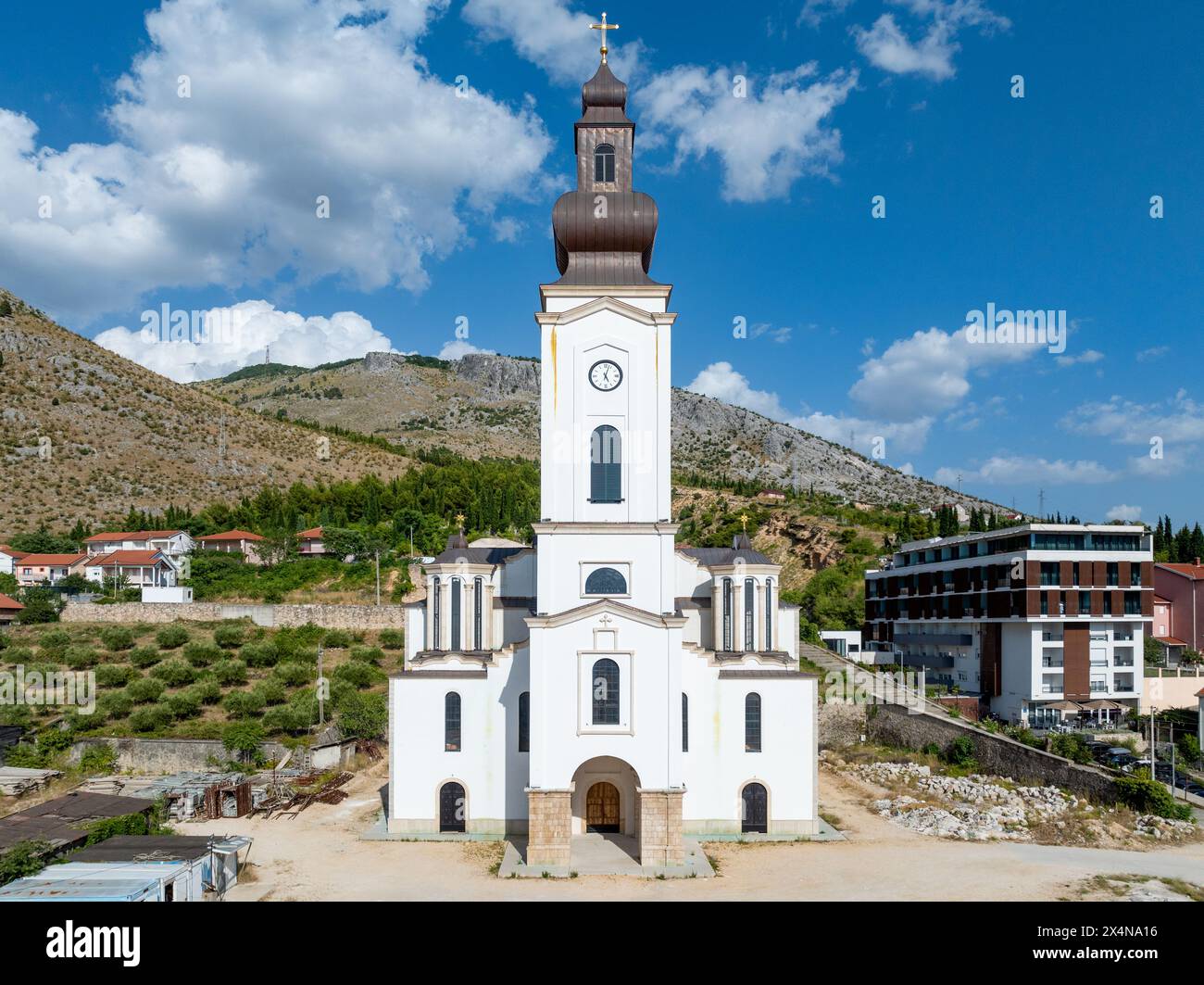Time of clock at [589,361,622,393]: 5:03
